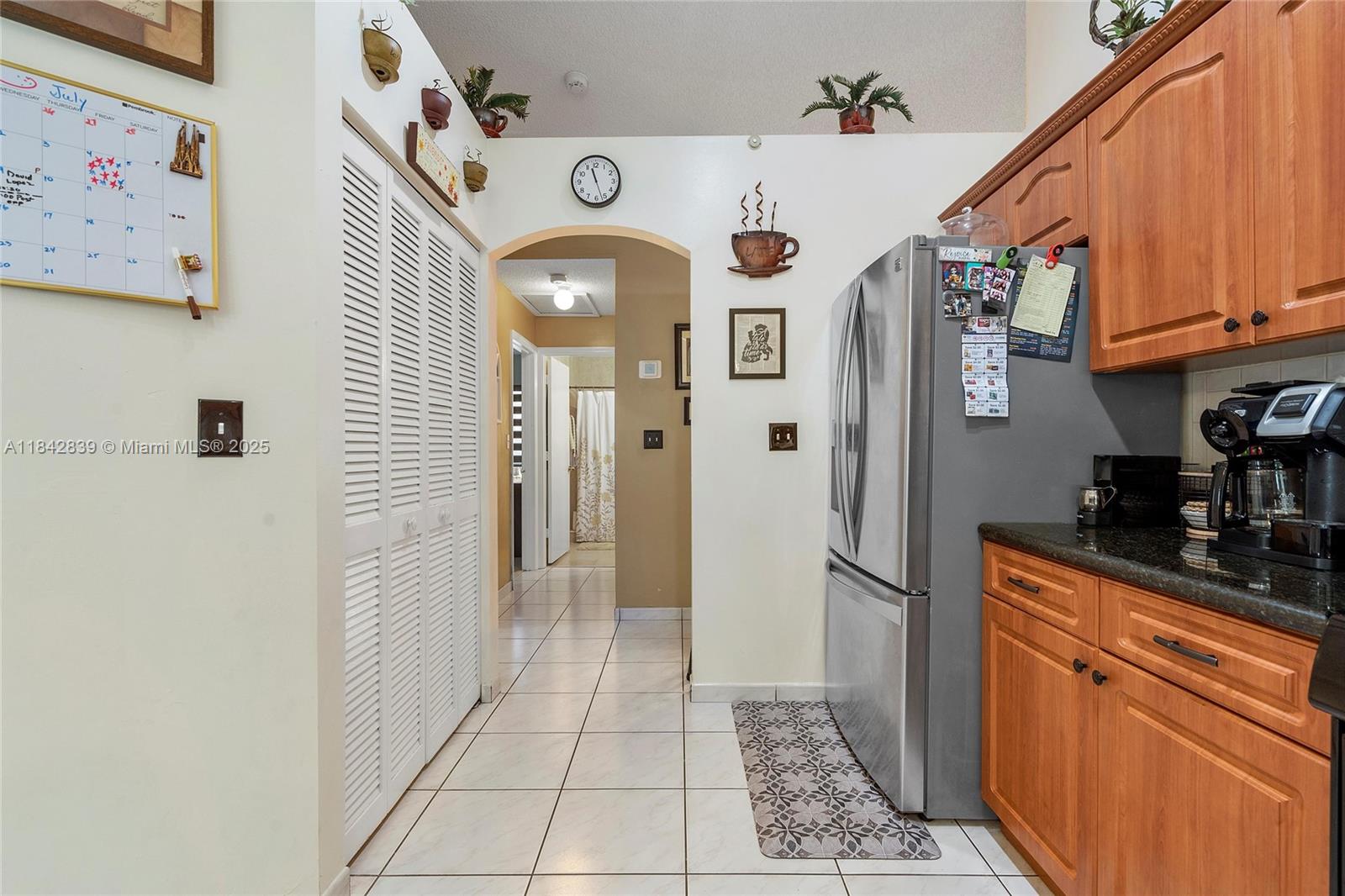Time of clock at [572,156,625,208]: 11:26
